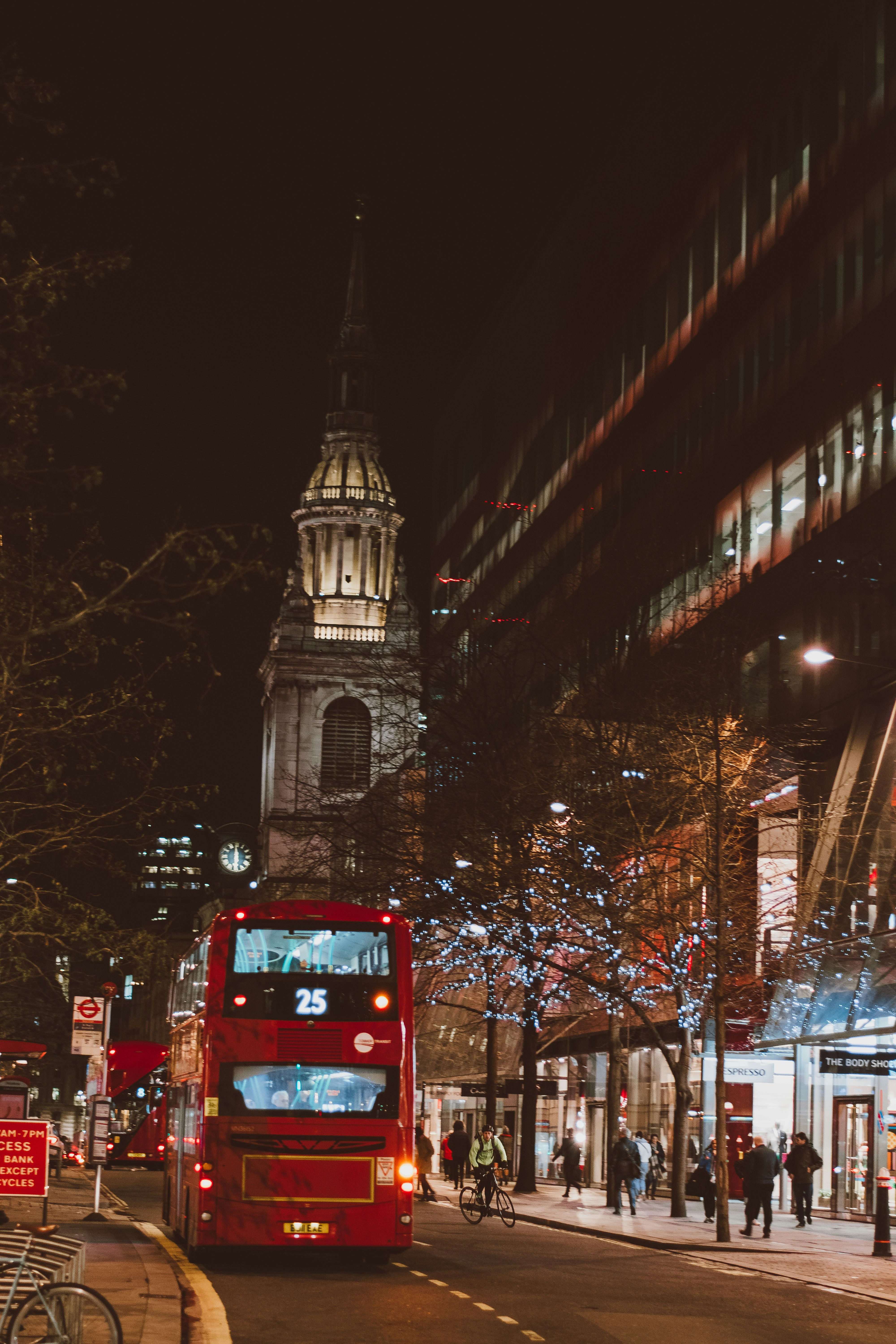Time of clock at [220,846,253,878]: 11:59
